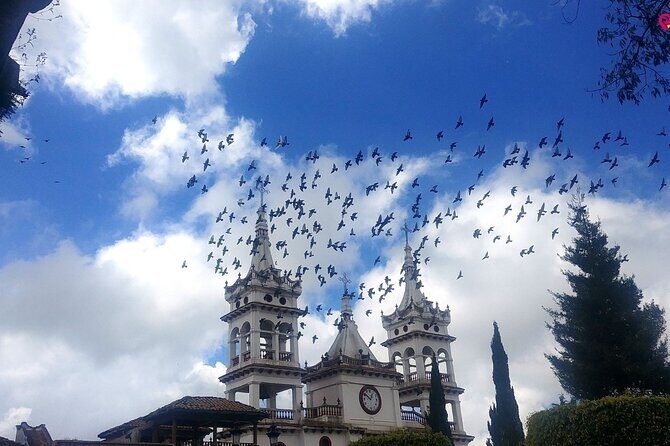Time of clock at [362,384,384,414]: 12:50
